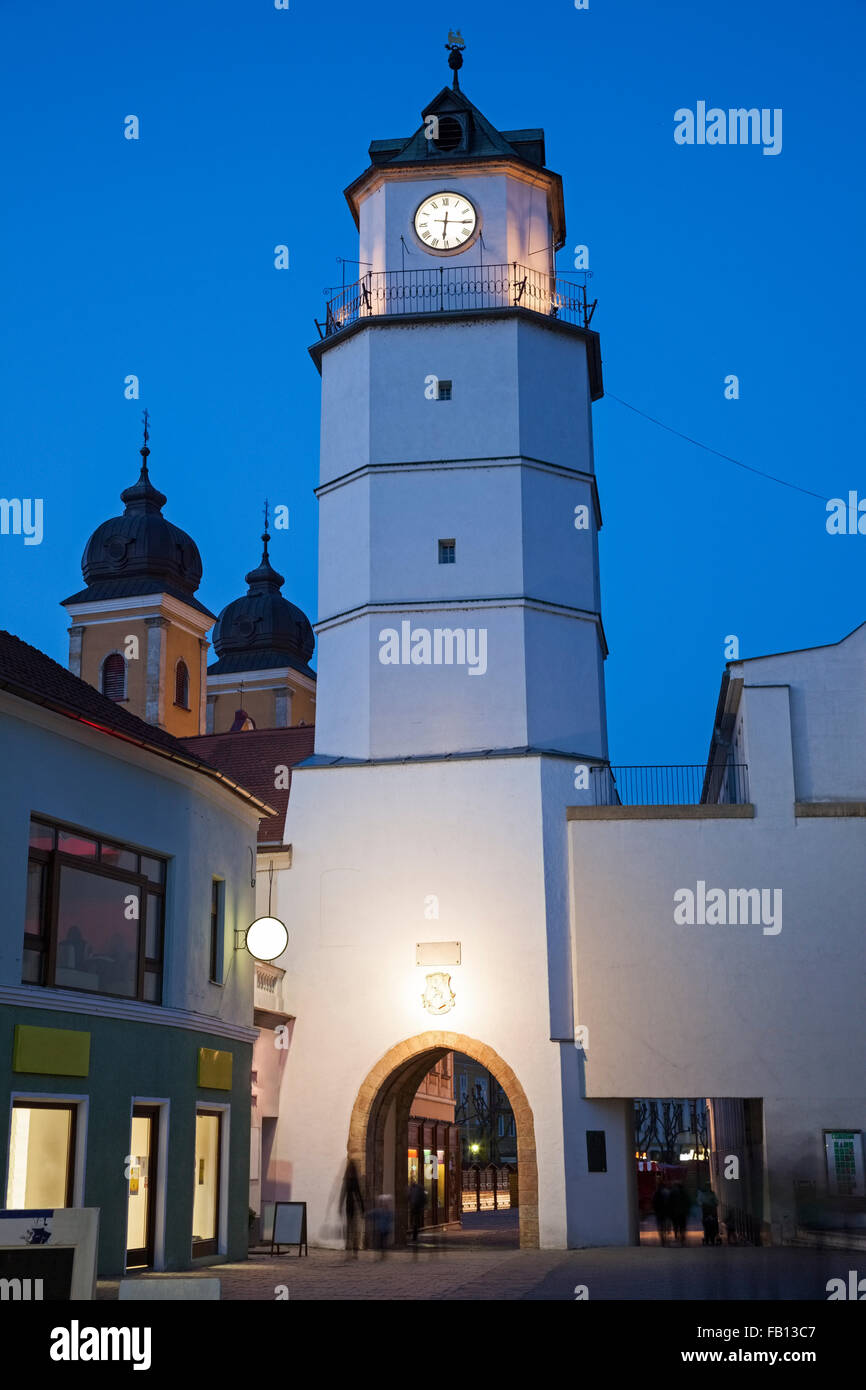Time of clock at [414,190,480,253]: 6:15
